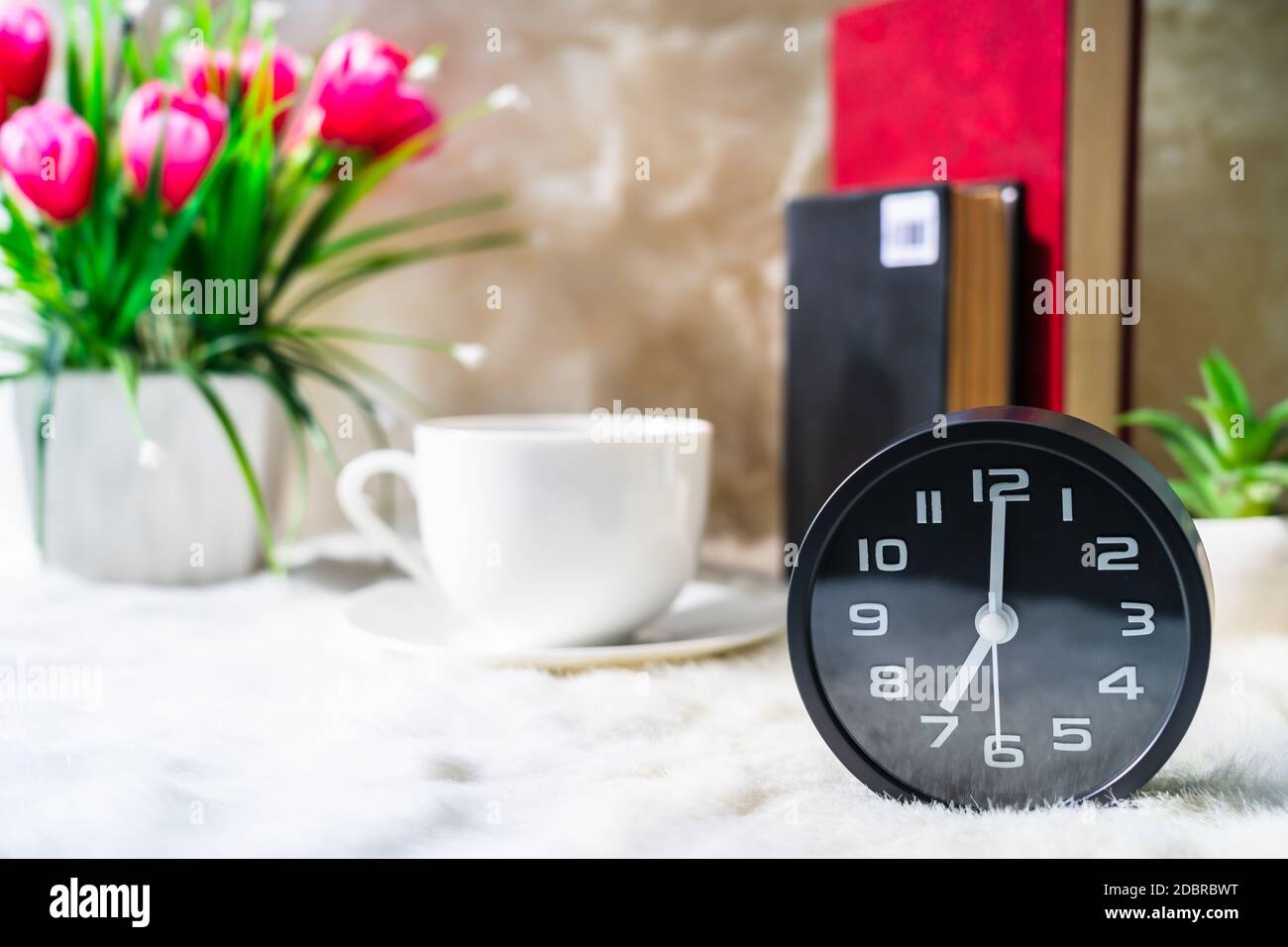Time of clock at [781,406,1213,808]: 7:00
